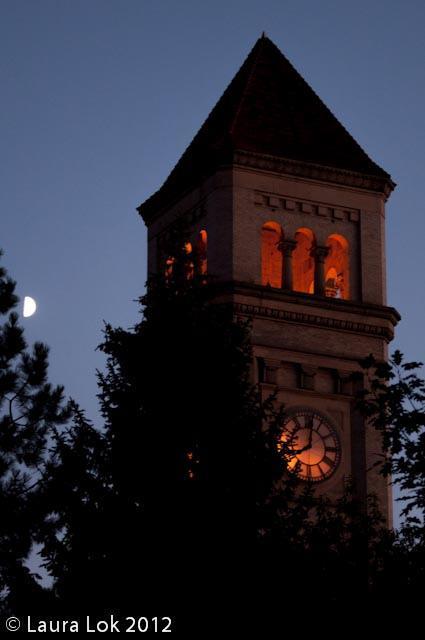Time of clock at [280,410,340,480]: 8:01
